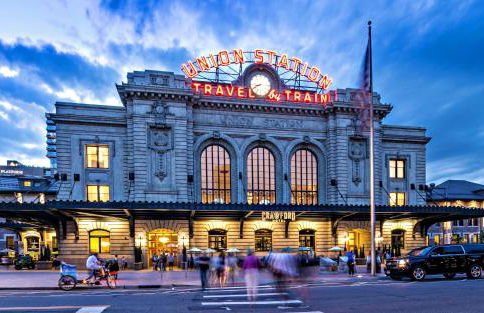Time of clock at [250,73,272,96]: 8:41
